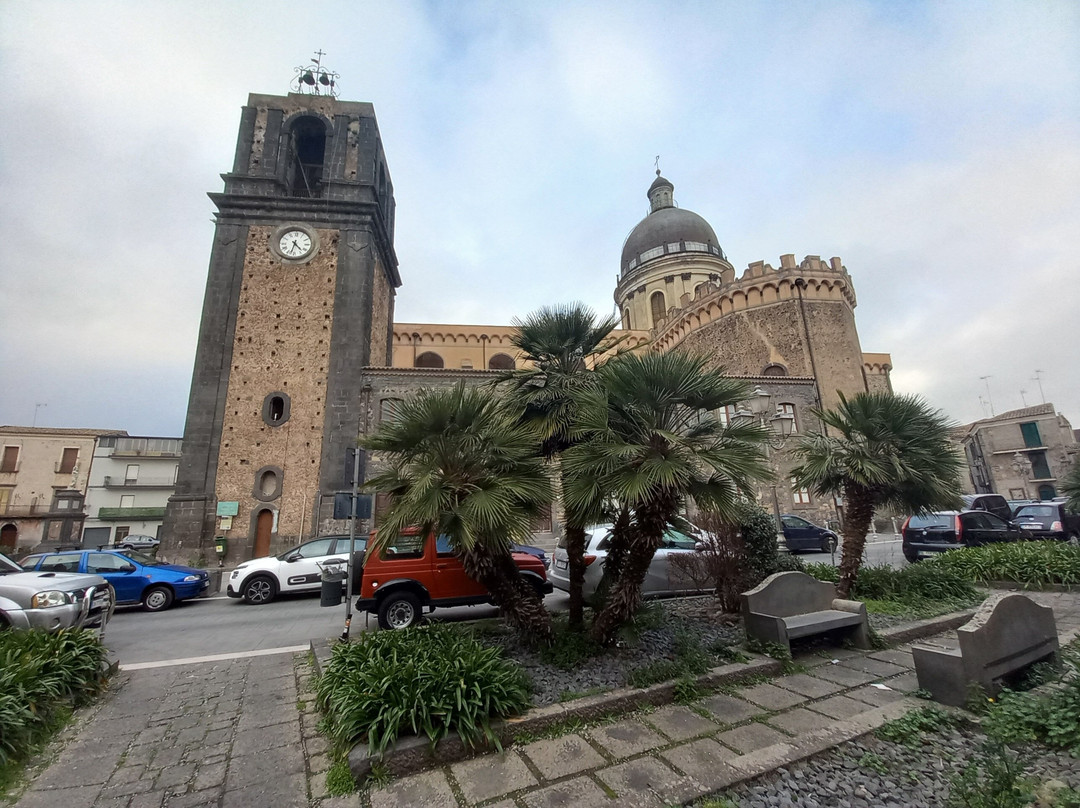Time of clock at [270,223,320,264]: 4:32
